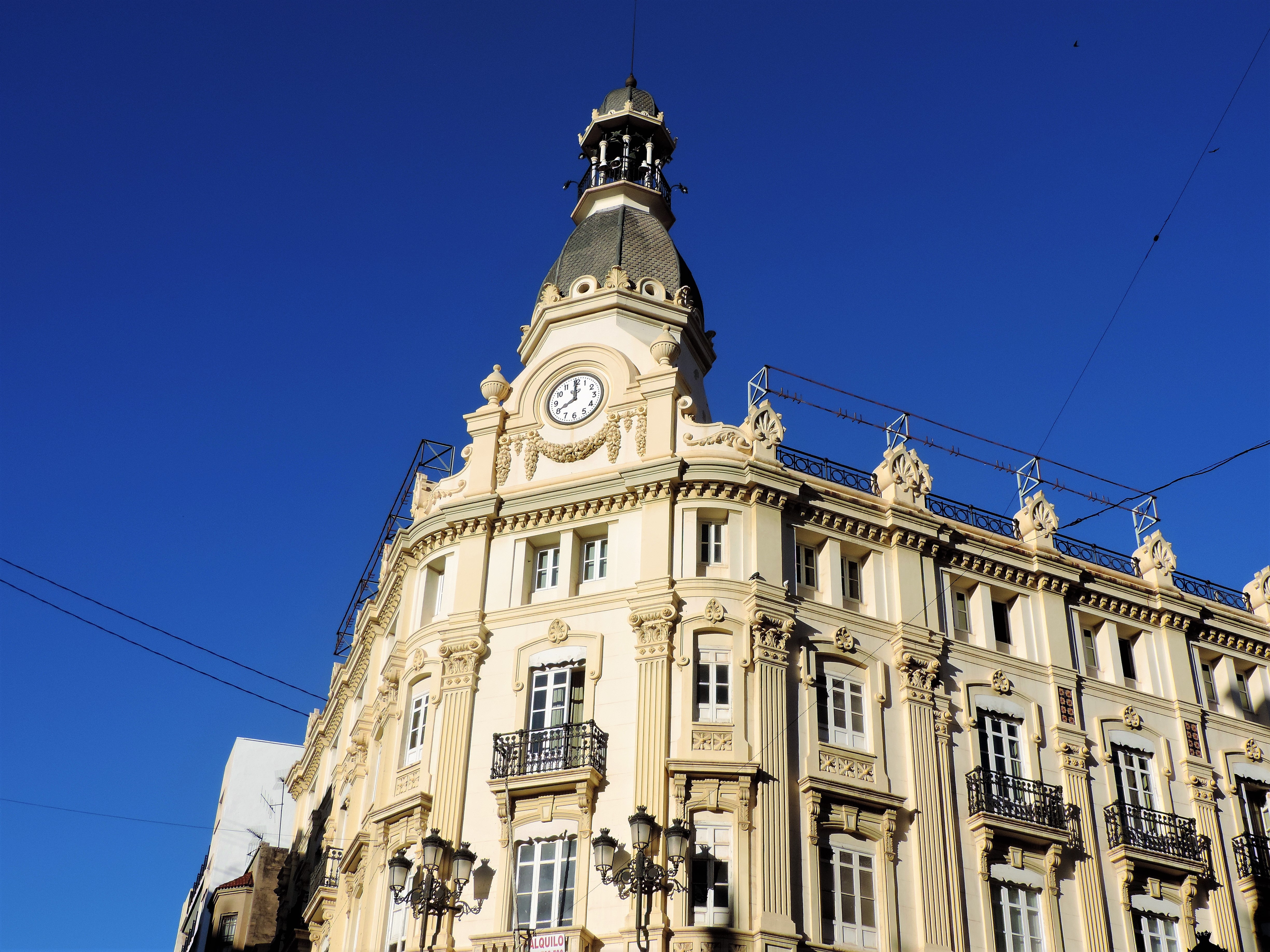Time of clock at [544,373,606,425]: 7:59
